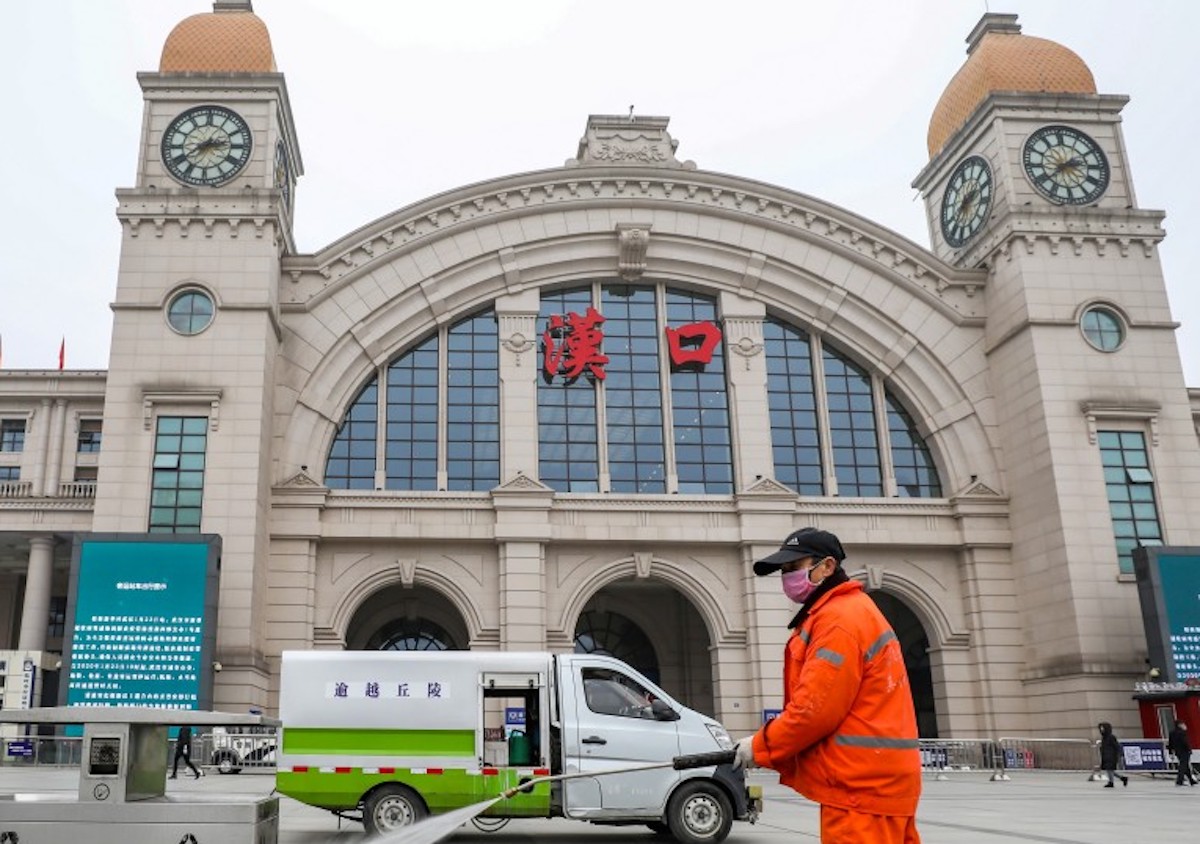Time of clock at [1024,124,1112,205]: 2:38
